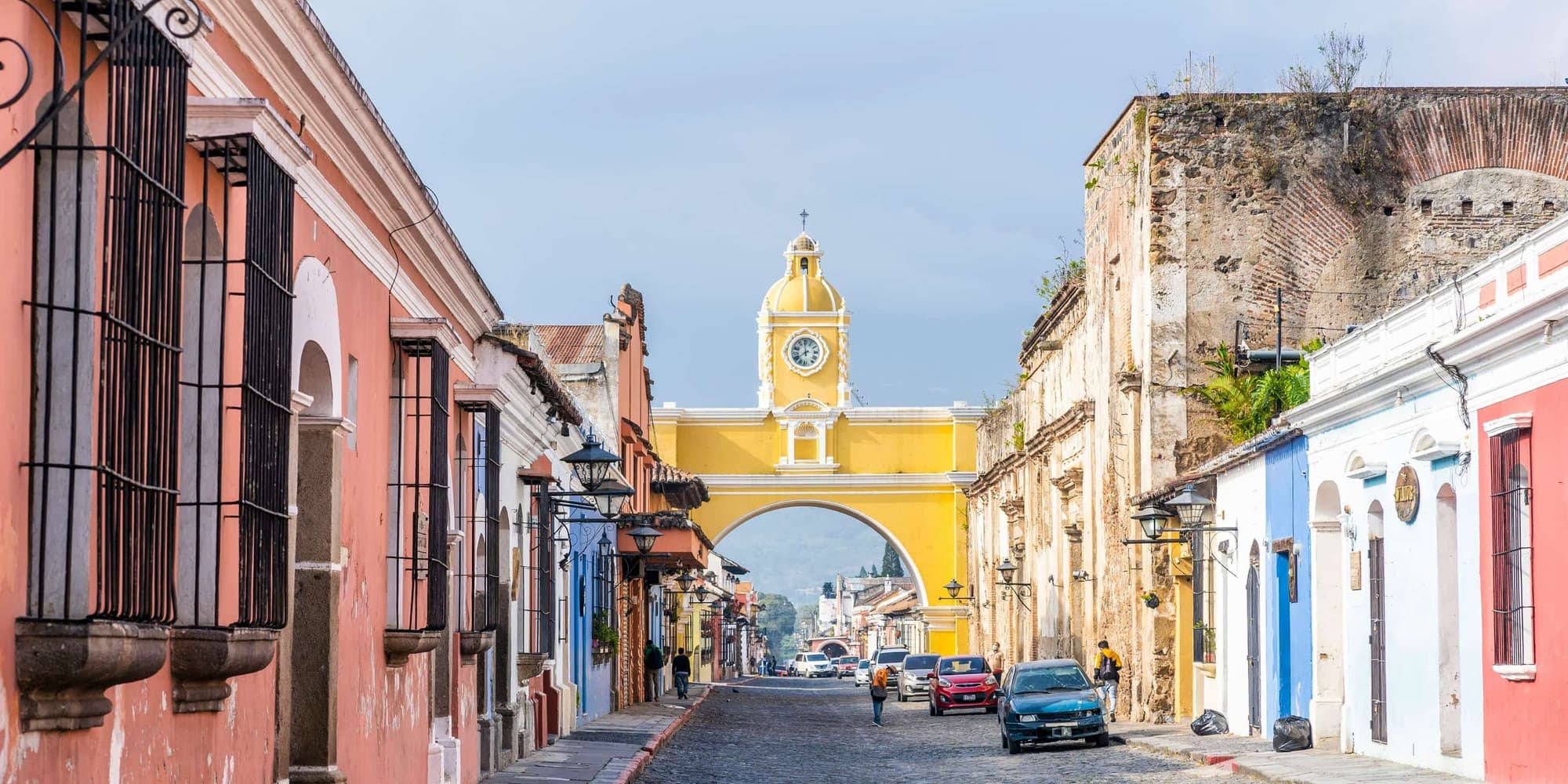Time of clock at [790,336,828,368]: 7:59
